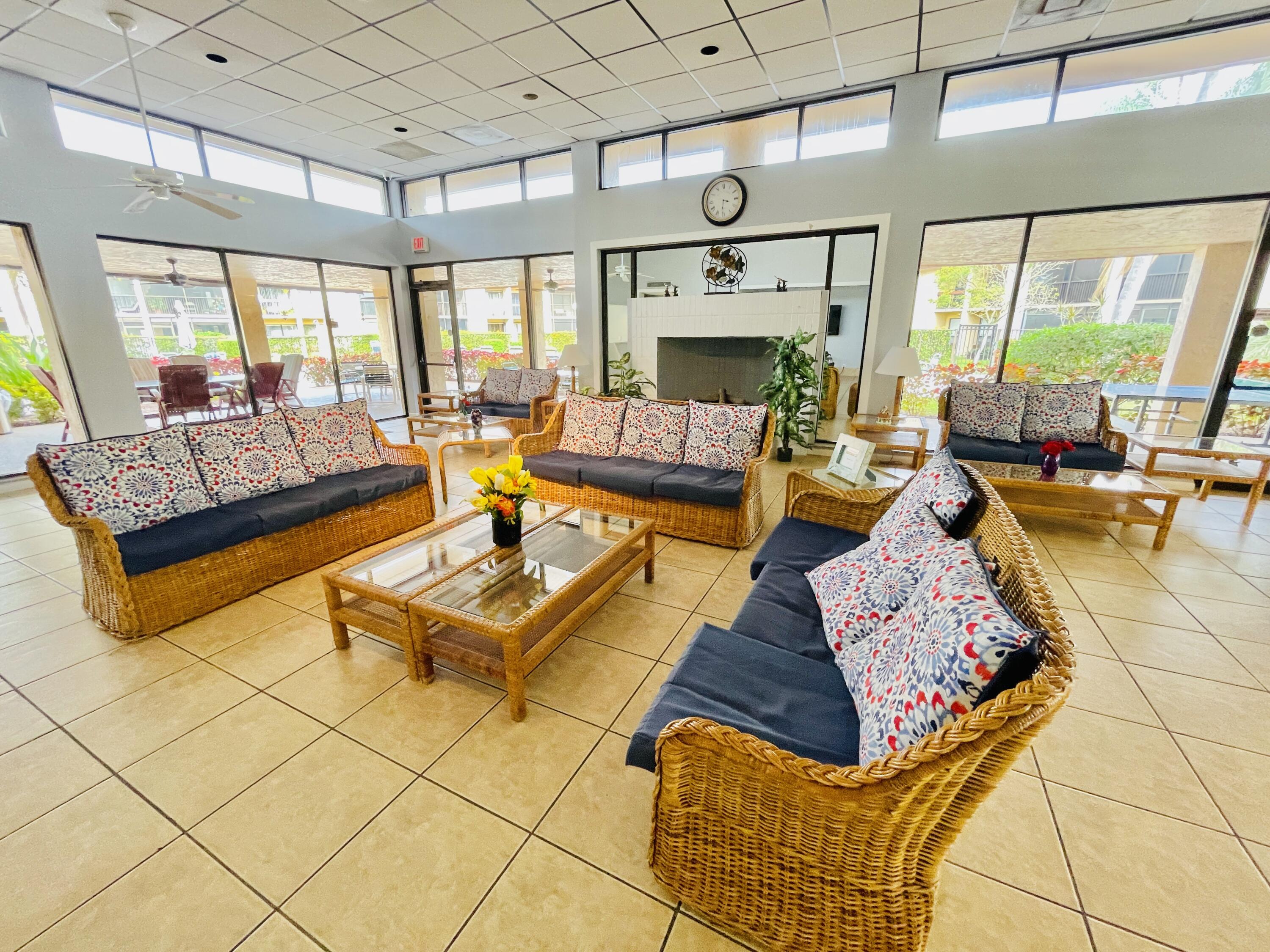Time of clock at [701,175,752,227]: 3:31
